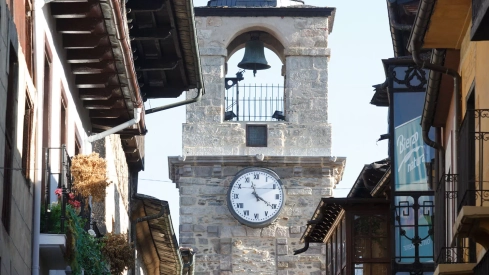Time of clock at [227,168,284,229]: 11:20
